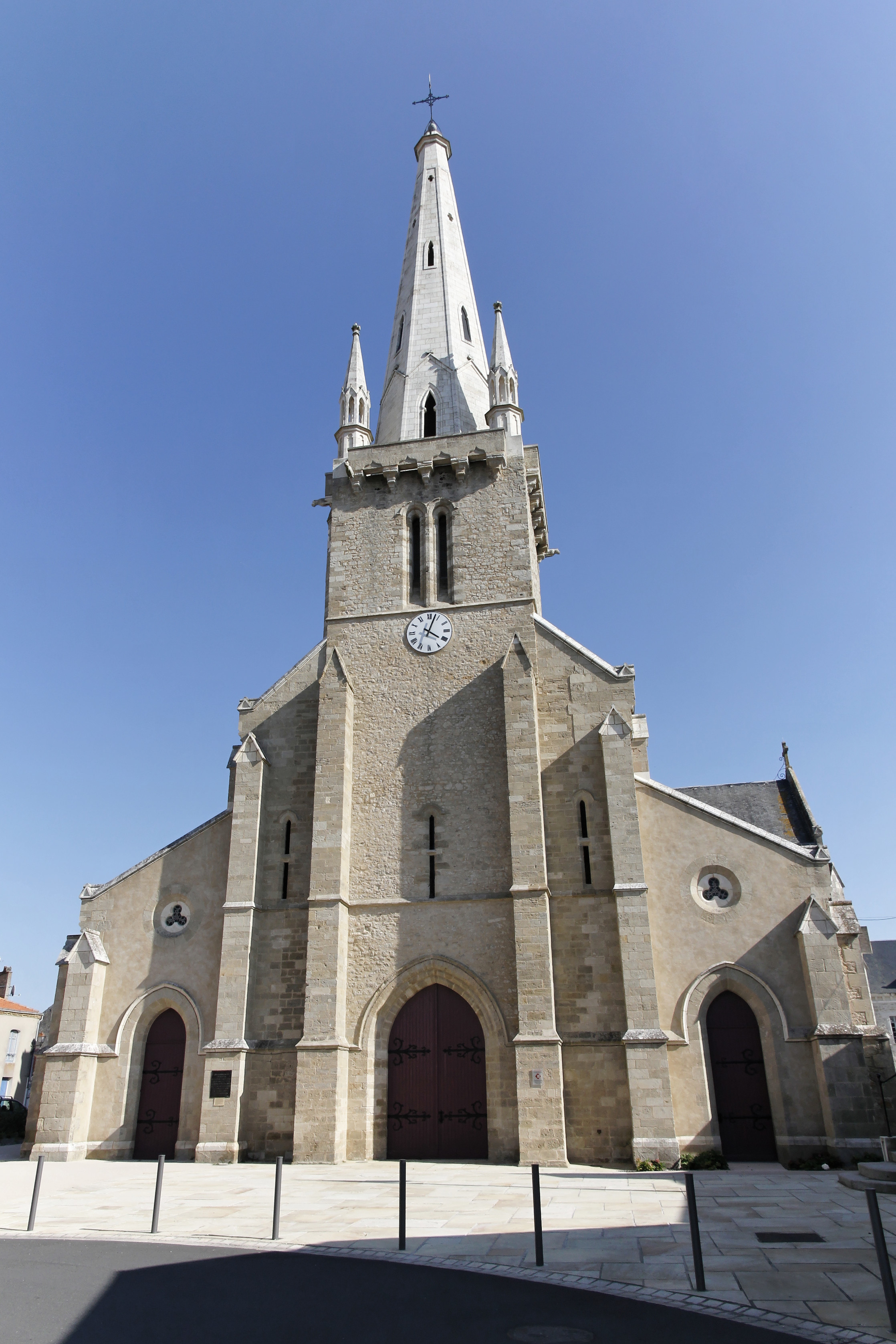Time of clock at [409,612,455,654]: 4:03
